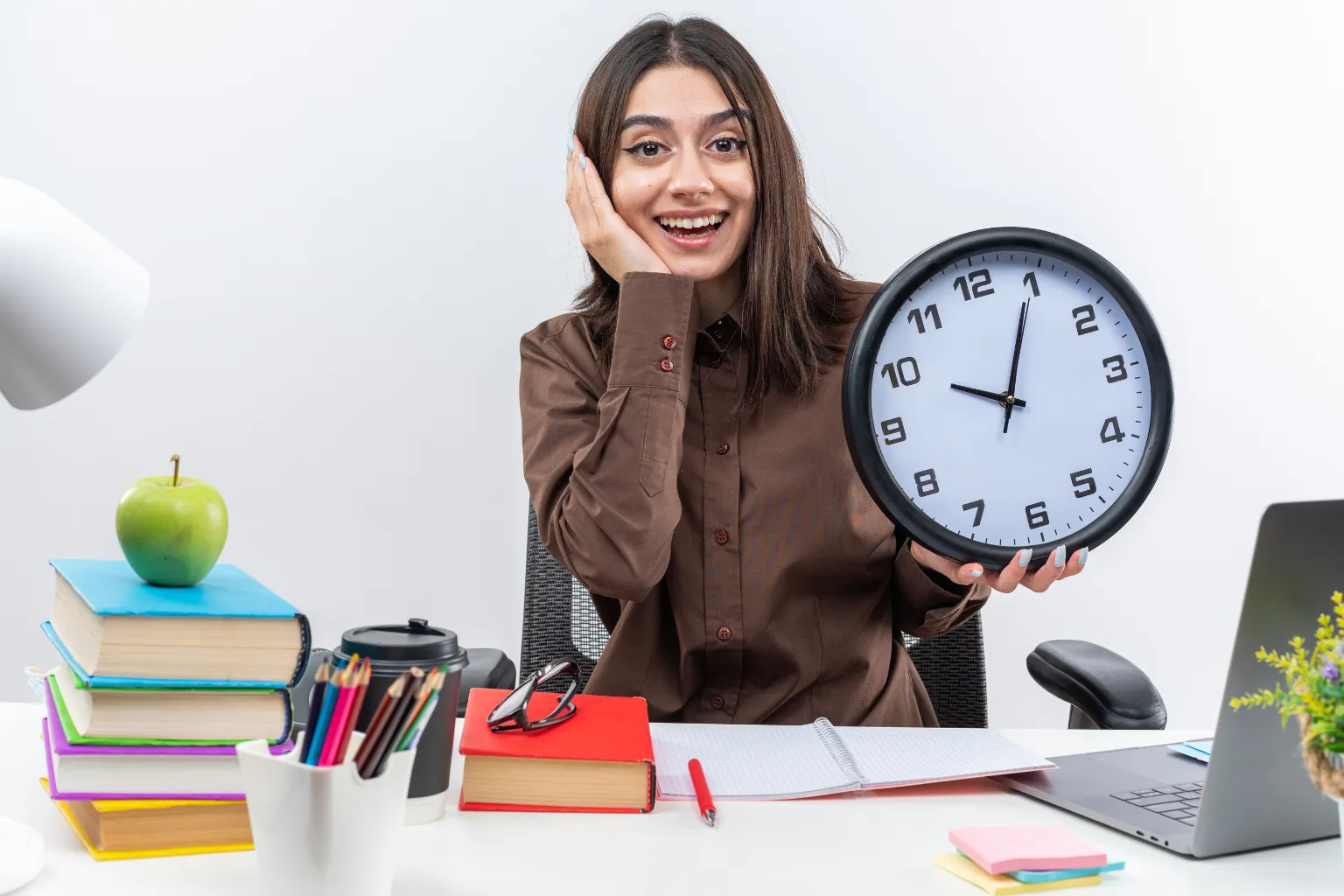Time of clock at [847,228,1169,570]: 10:04
